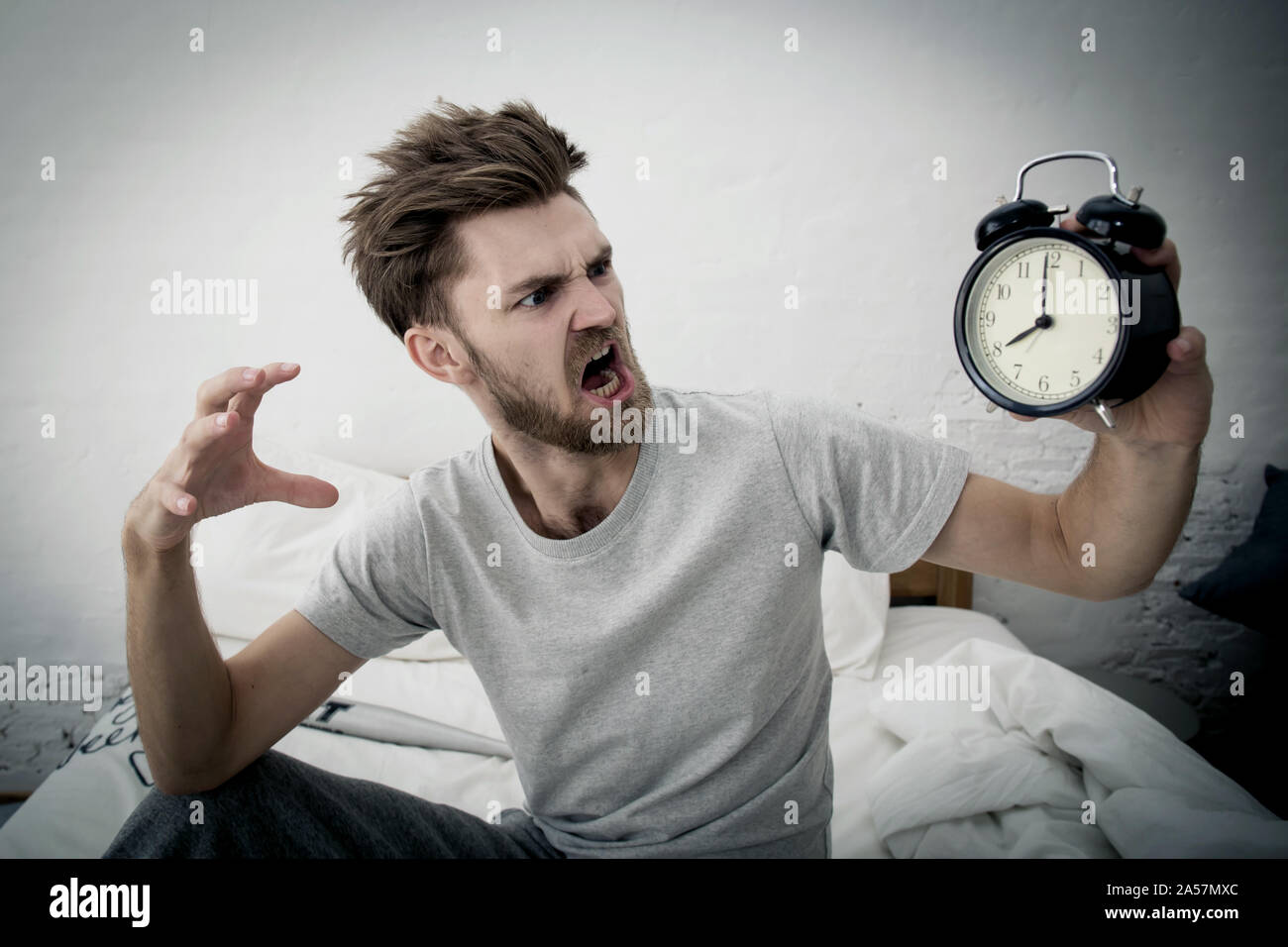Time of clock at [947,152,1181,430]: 7:59
